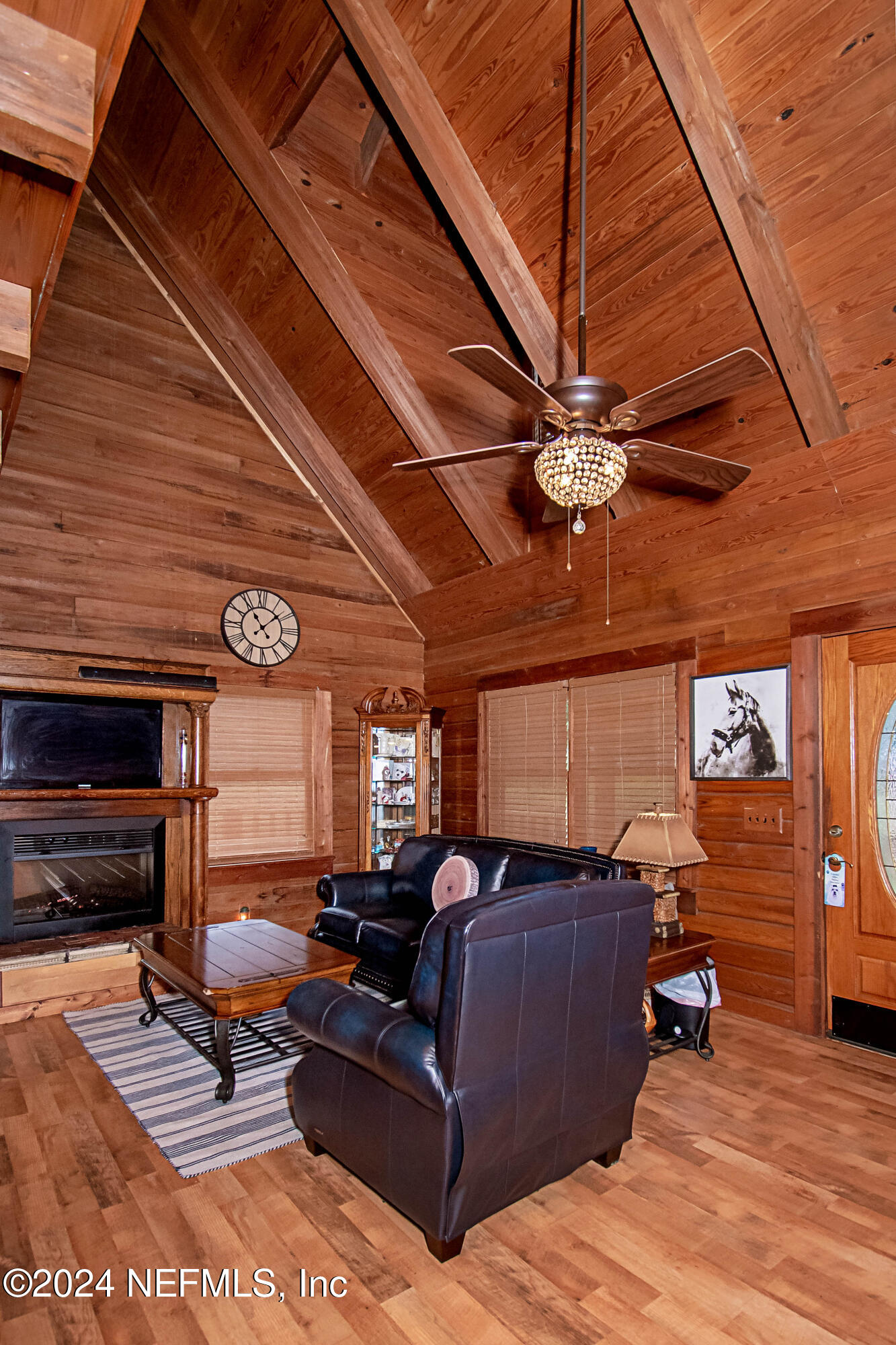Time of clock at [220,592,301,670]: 11:08
